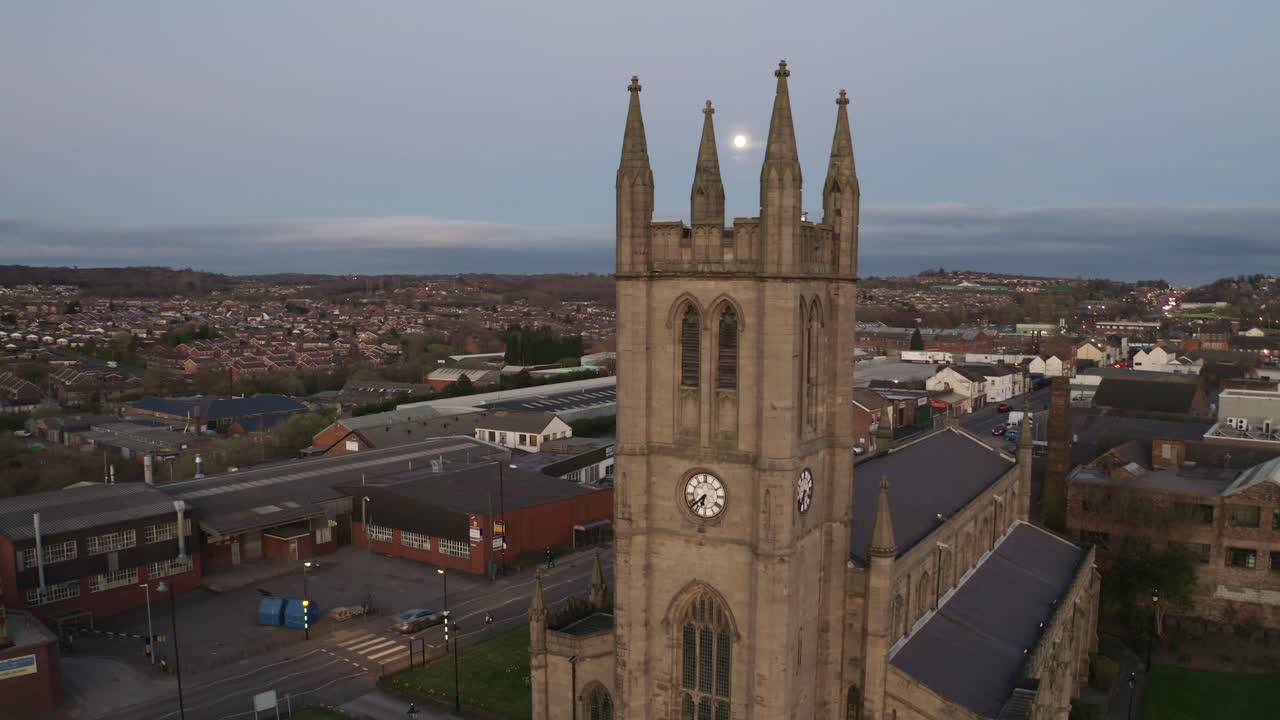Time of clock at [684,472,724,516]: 6:38
